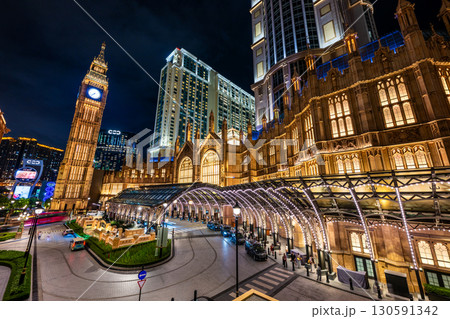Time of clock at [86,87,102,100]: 7:37
